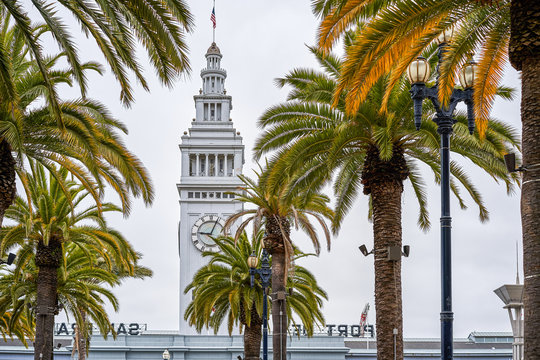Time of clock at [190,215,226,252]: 9:04
